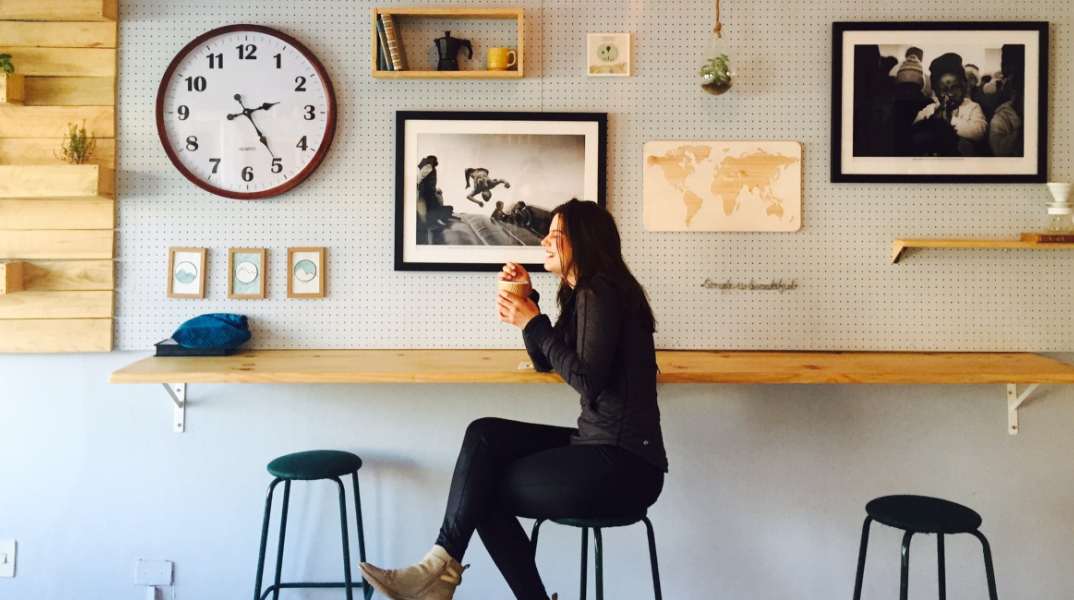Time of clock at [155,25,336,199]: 2:24
